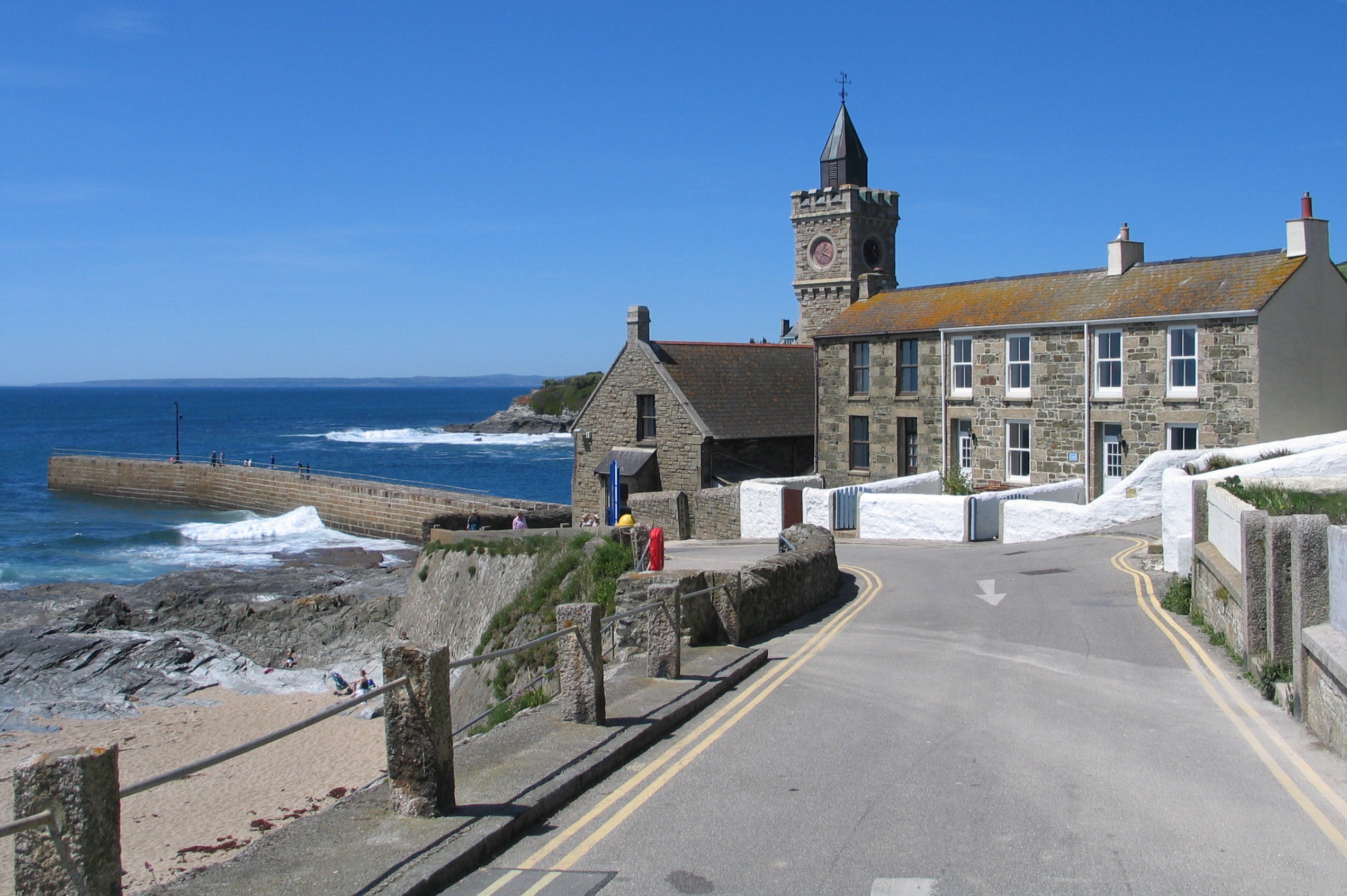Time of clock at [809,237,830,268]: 1:18
